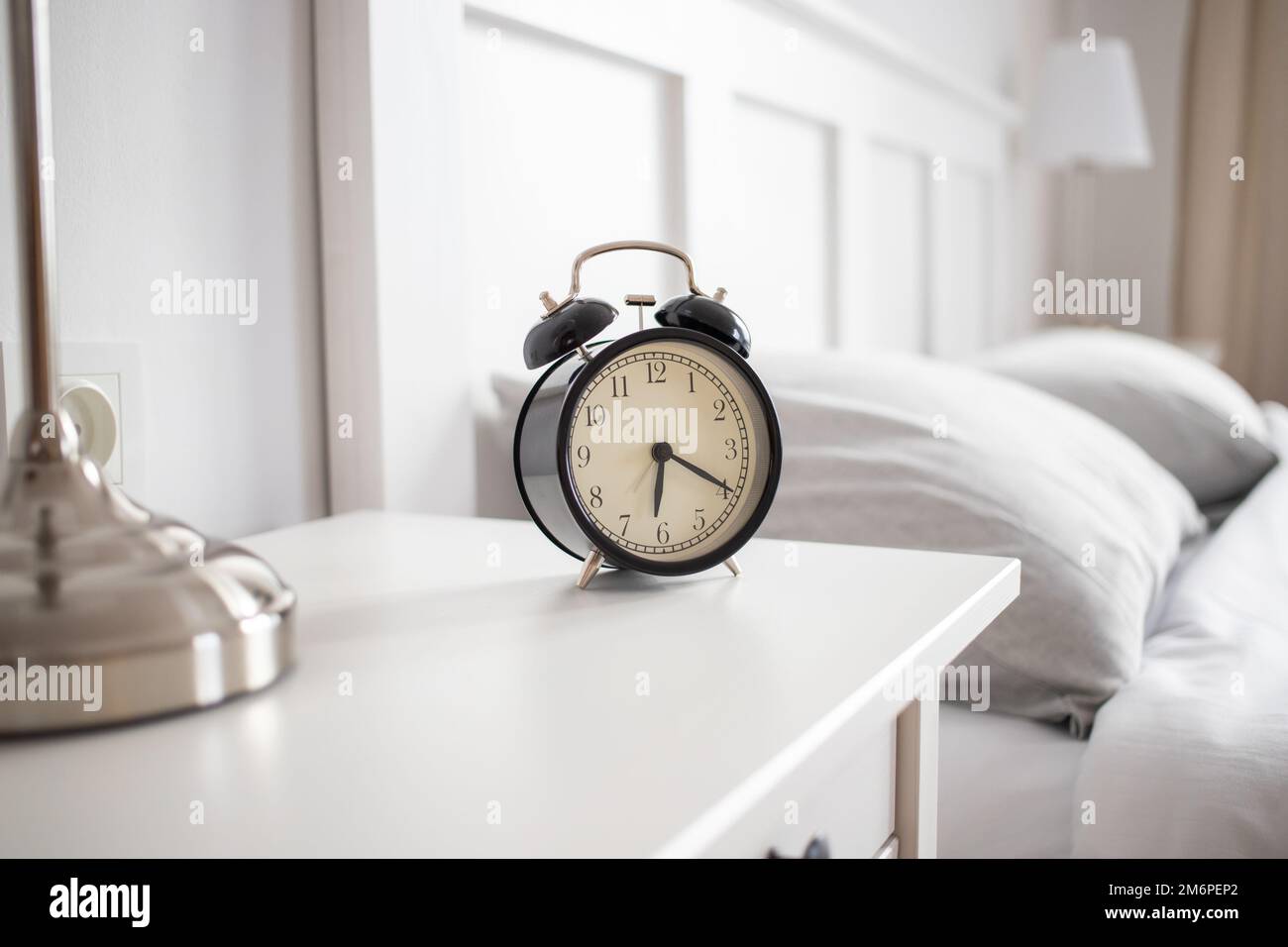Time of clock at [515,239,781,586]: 6:19
